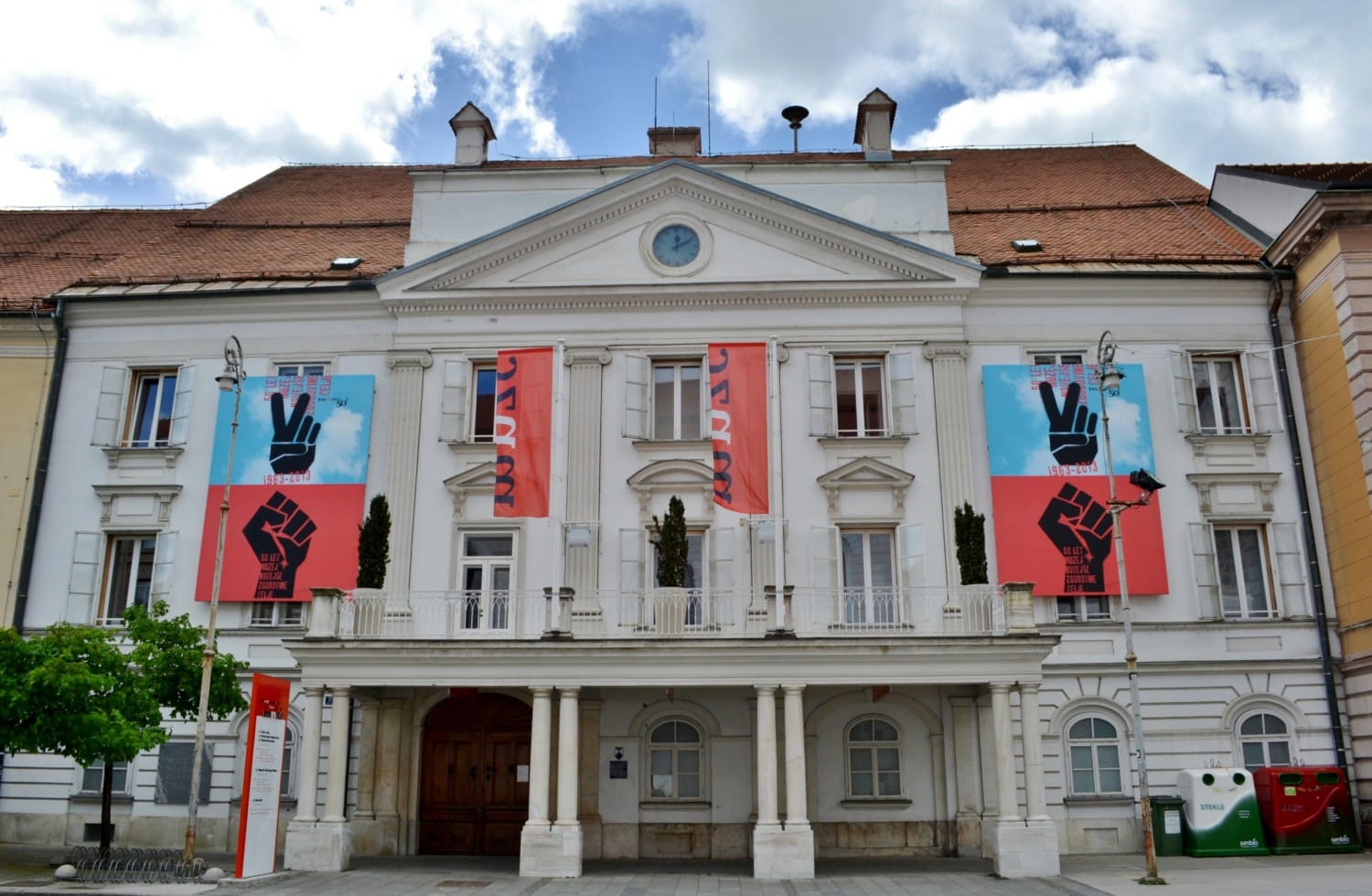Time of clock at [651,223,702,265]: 12:10
